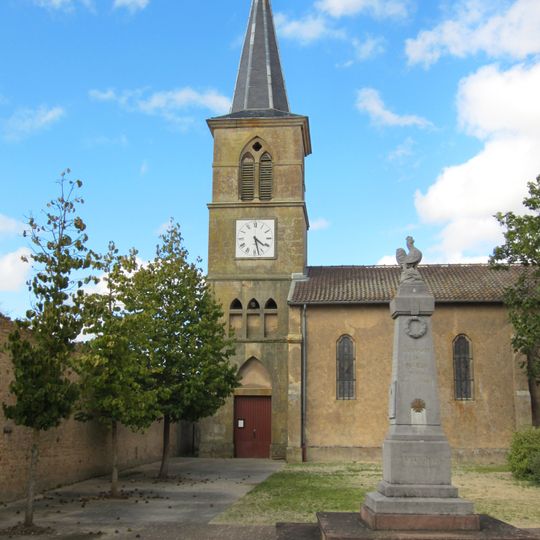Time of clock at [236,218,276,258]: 4:28
